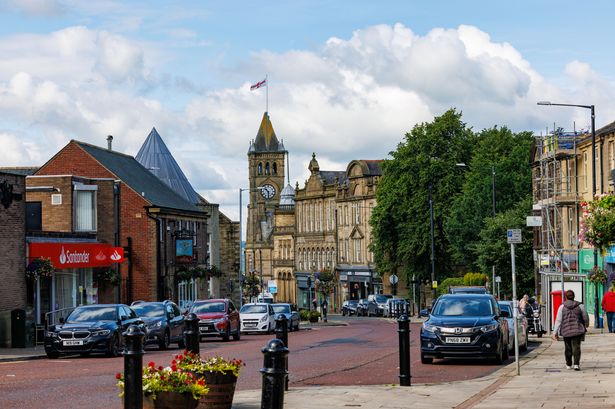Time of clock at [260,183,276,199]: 10:30
